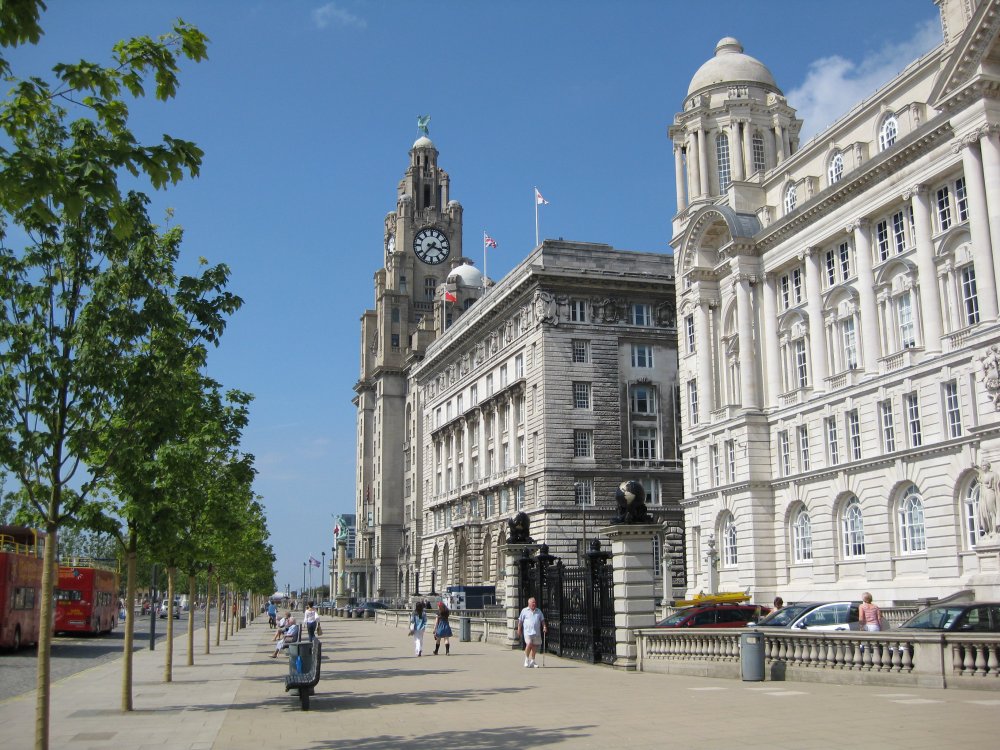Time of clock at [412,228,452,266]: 3:36
